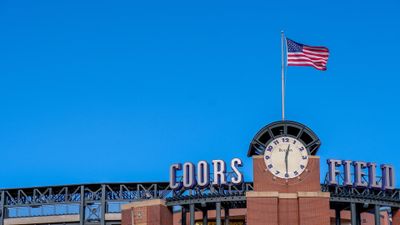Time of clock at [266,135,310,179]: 12:29
